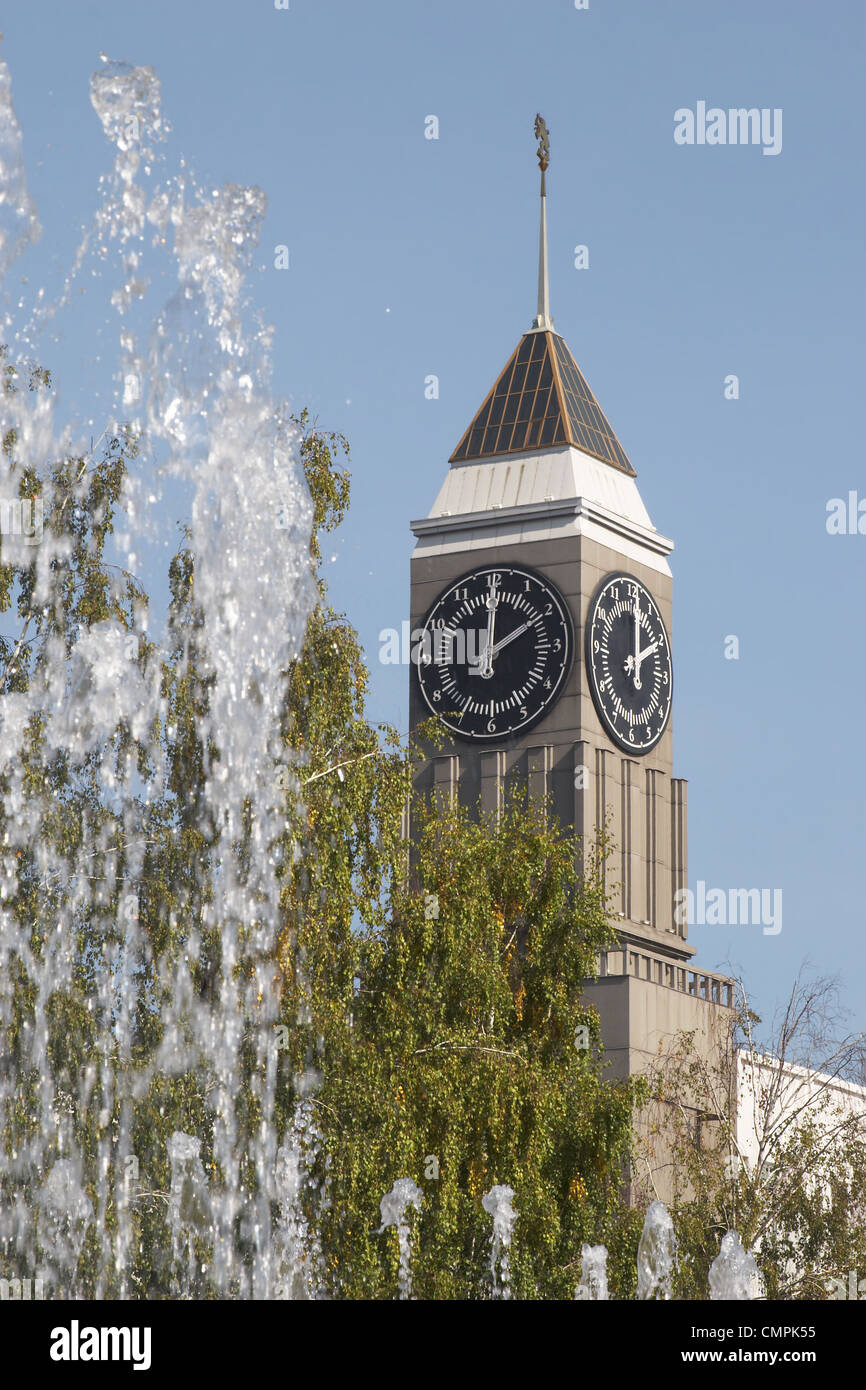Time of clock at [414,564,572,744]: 2:00
